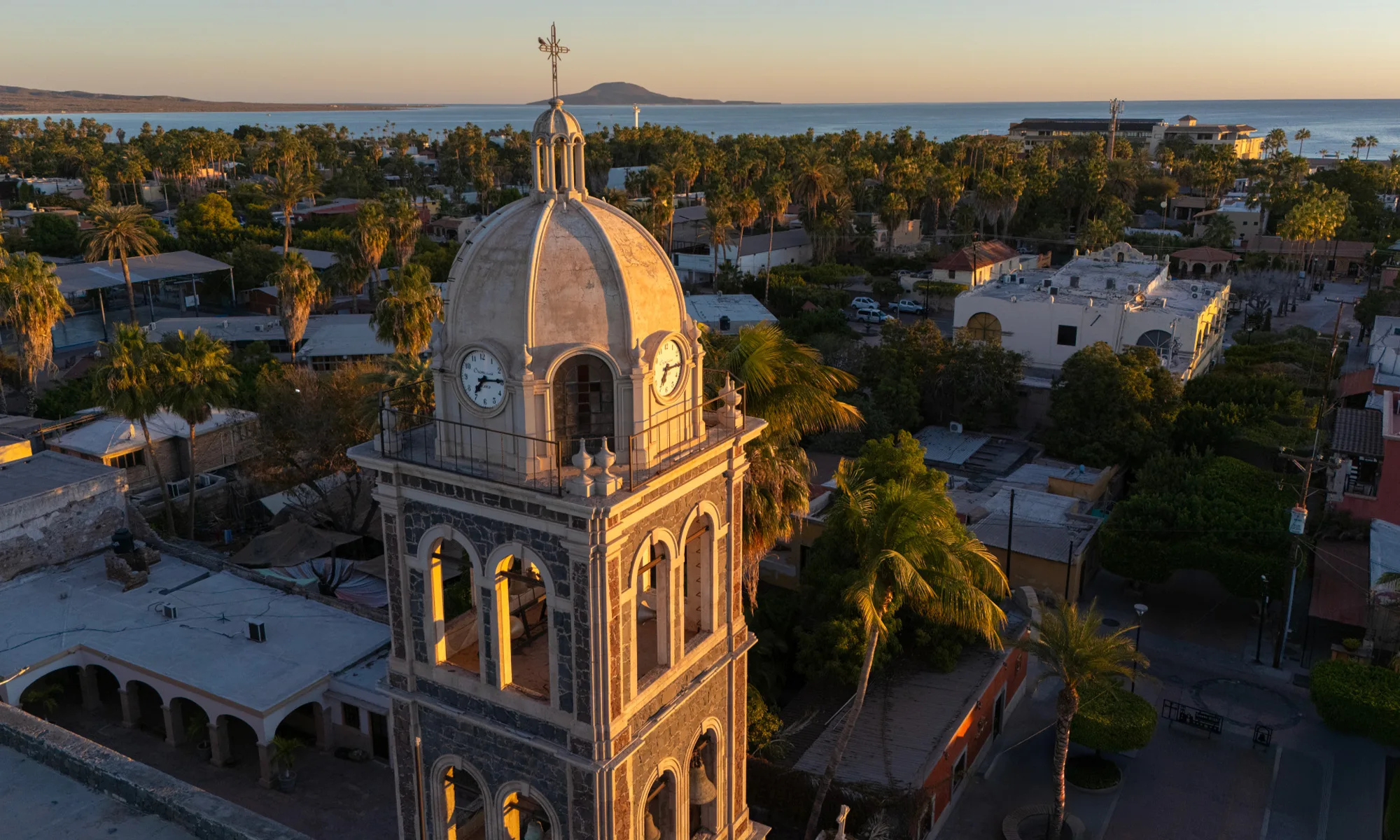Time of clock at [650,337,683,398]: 7:15
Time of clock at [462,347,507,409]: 7:14
